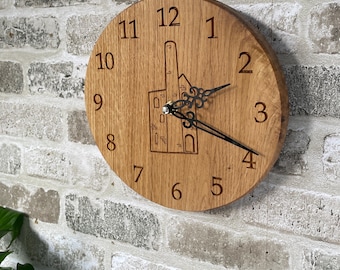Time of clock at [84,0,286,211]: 2:19
